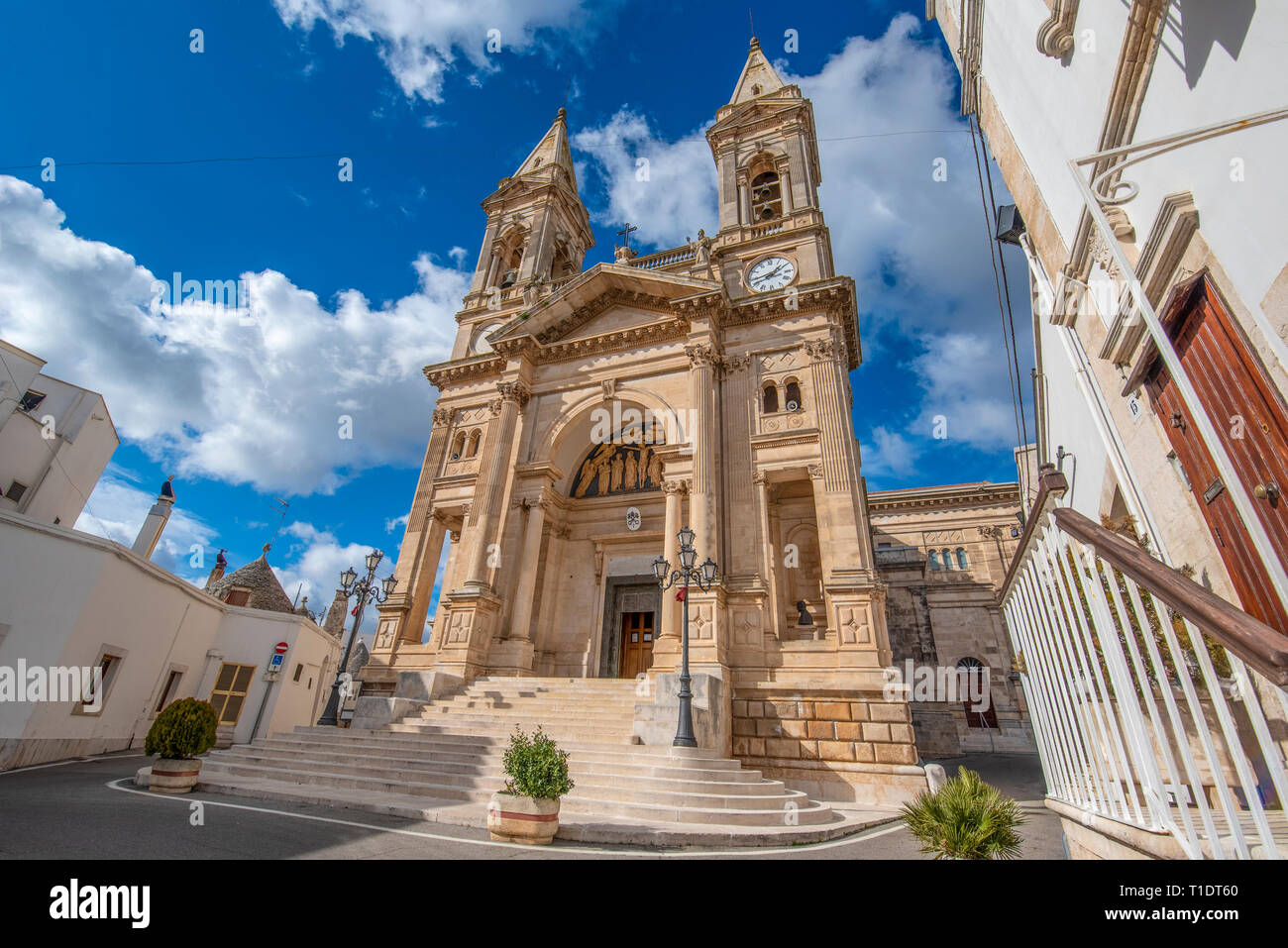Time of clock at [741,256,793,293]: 1:43
